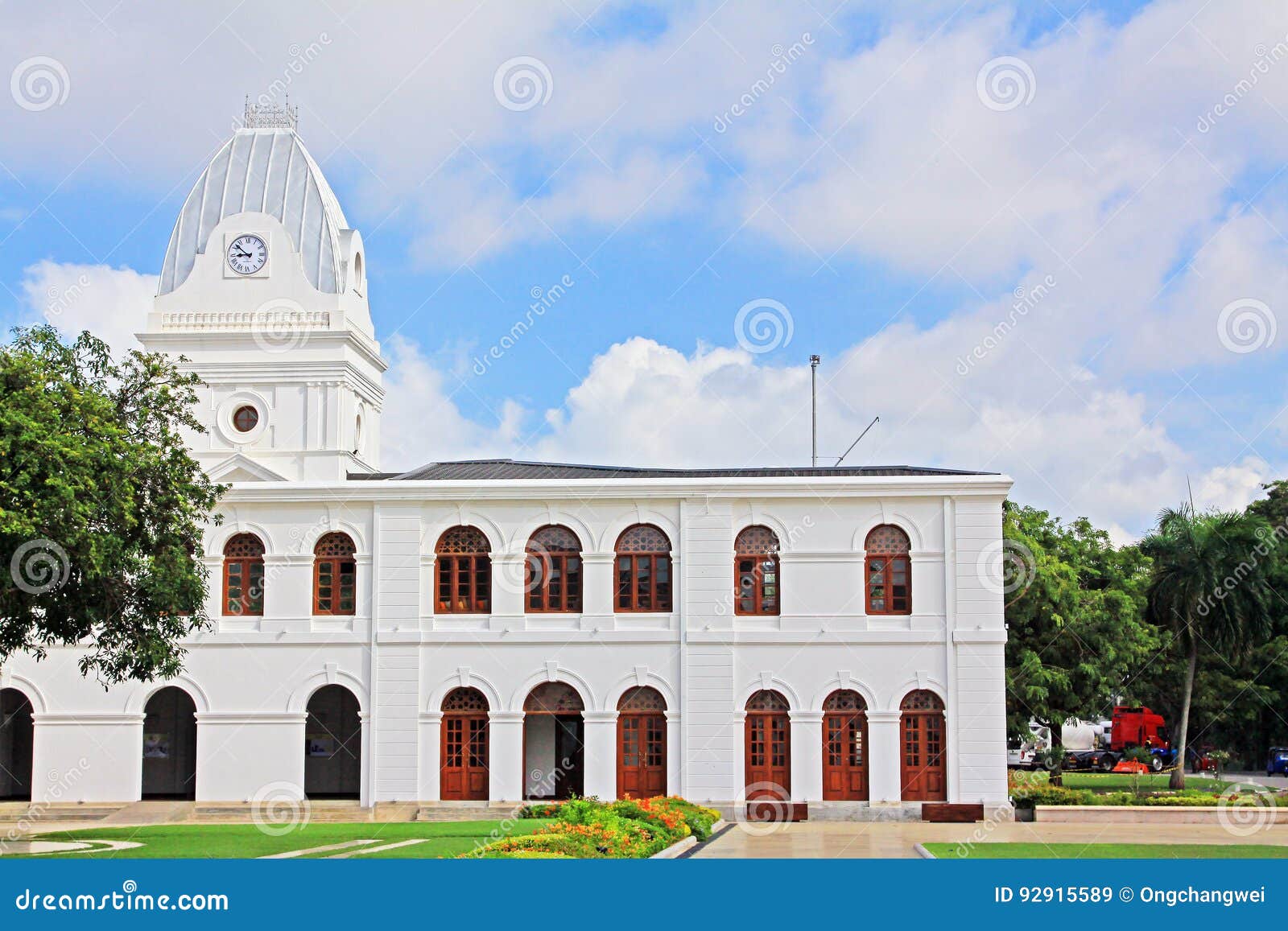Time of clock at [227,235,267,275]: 8:52
